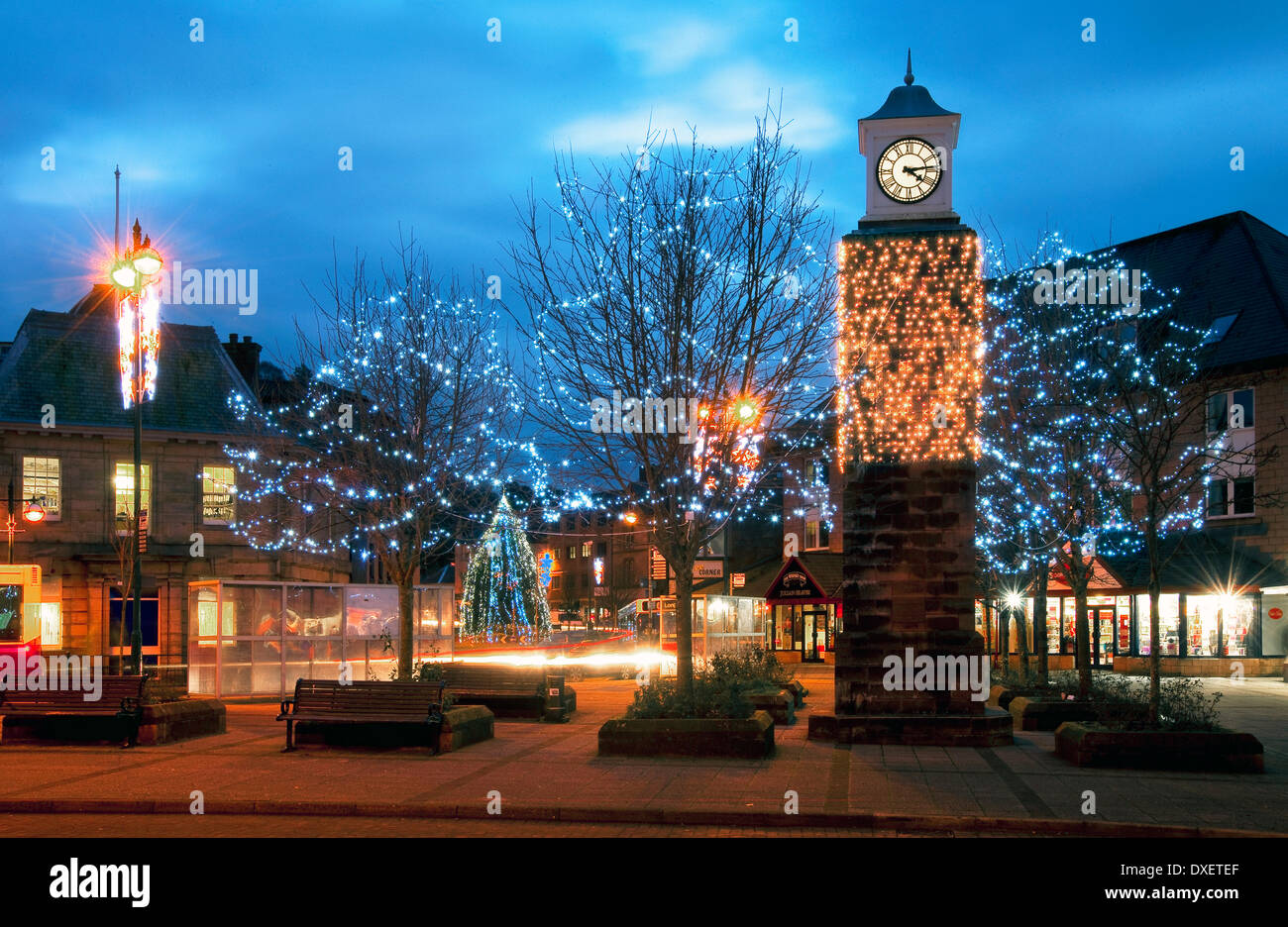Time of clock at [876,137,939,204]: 4:13
